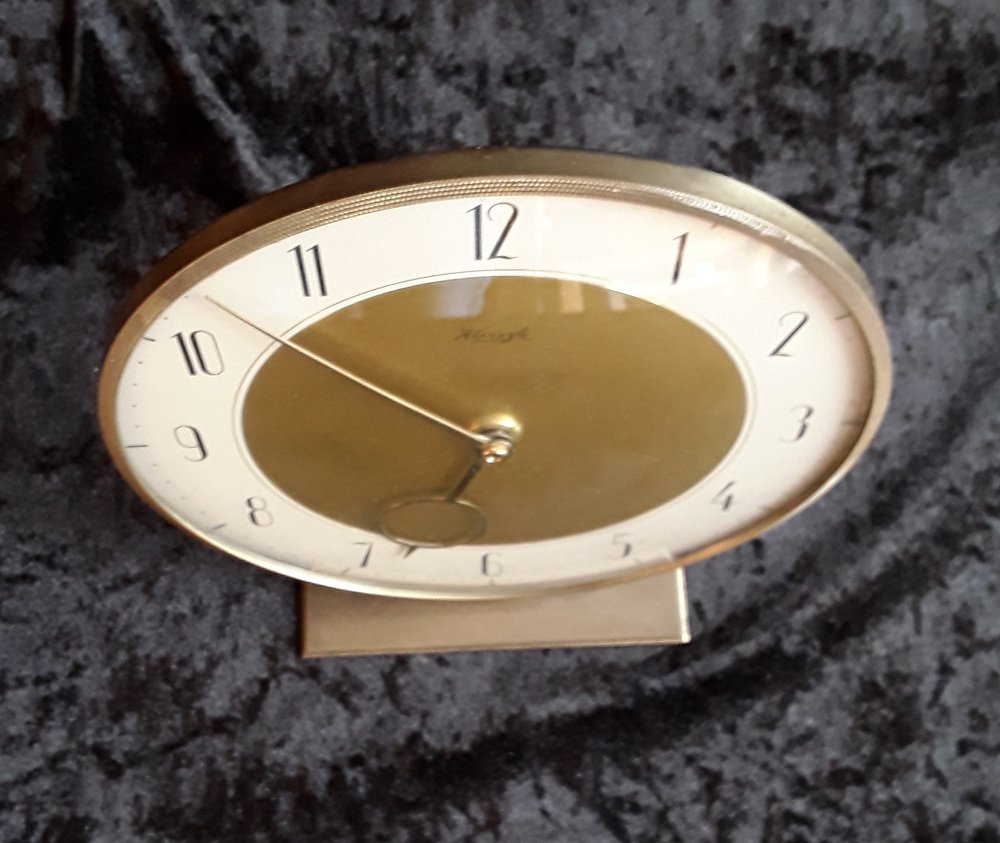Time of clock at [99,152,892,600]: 6:51
